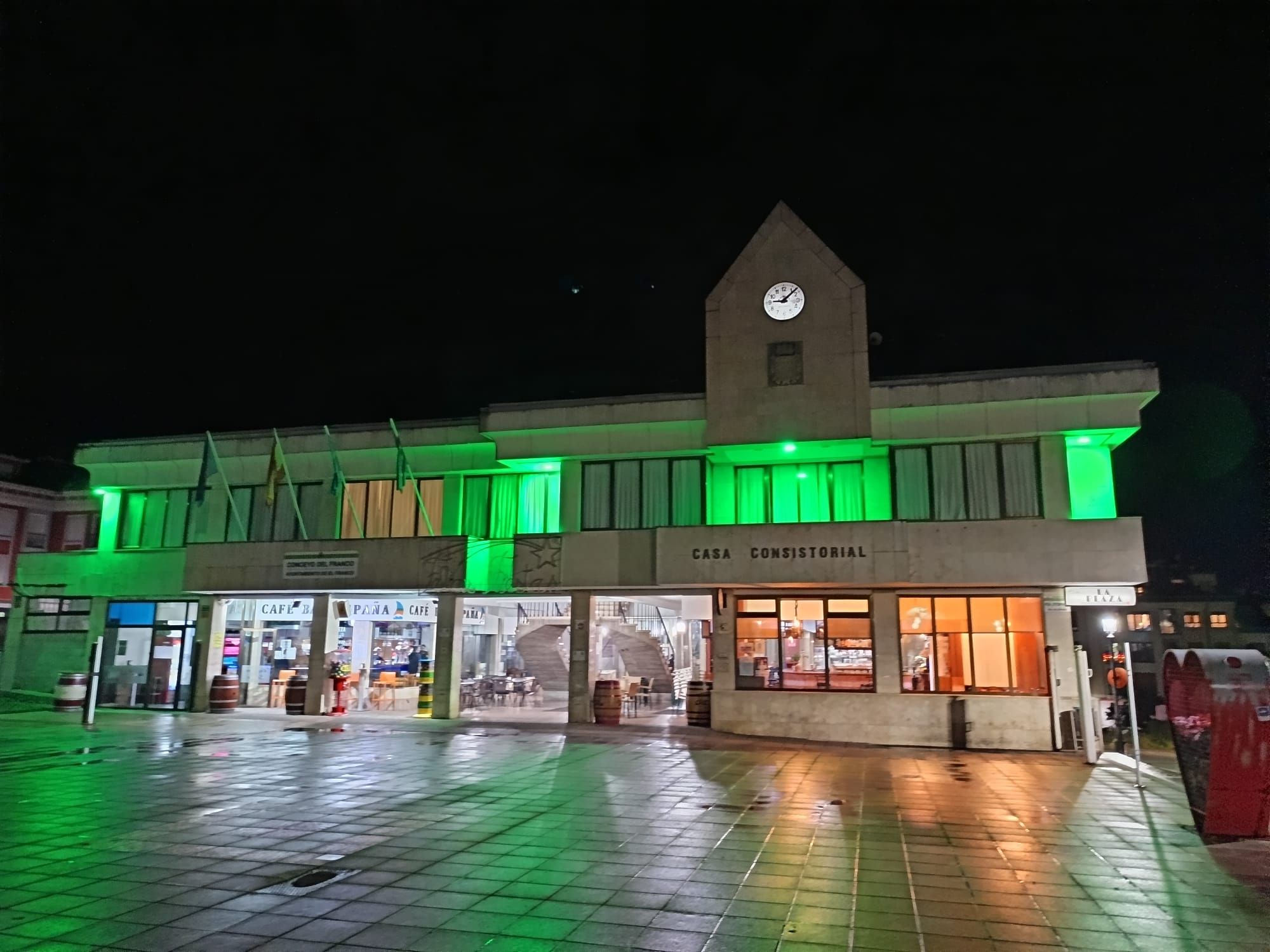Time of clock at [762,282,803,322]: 9:07
